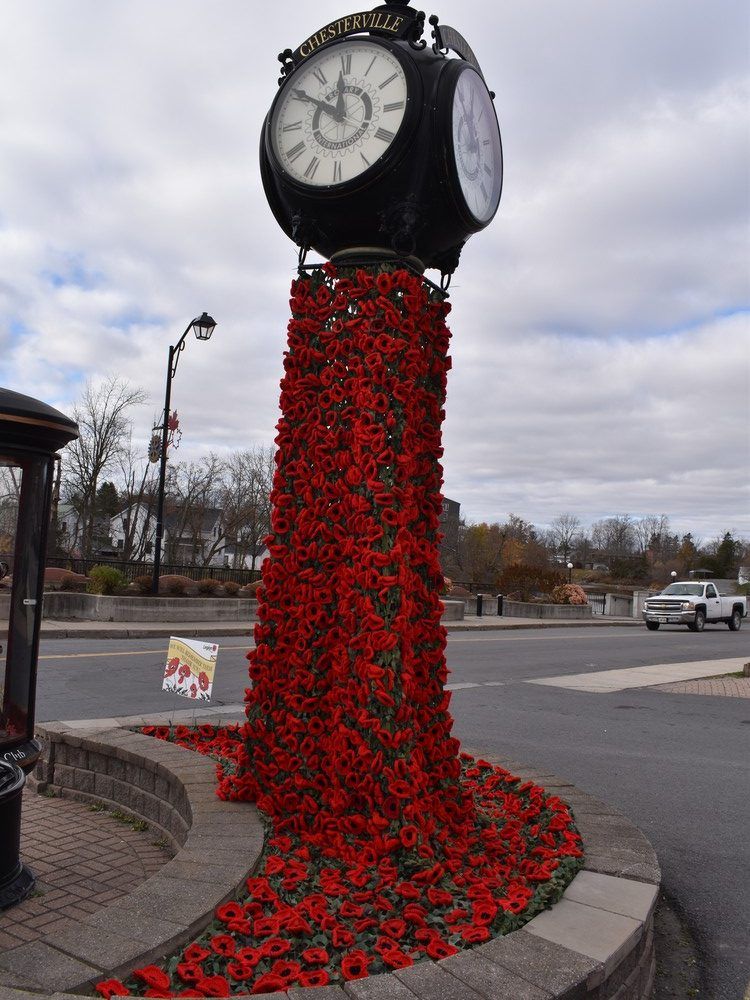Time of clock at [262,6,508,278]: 11:50
